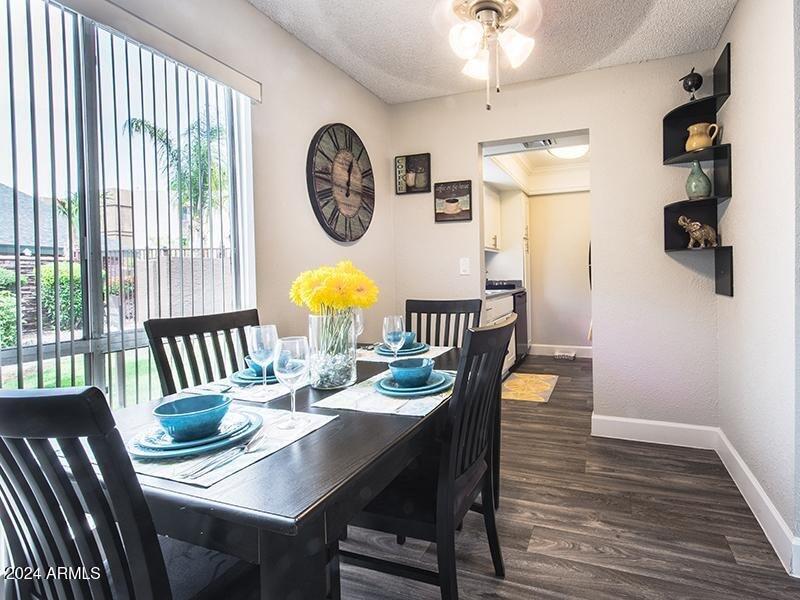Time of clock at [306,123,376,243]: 12:02
